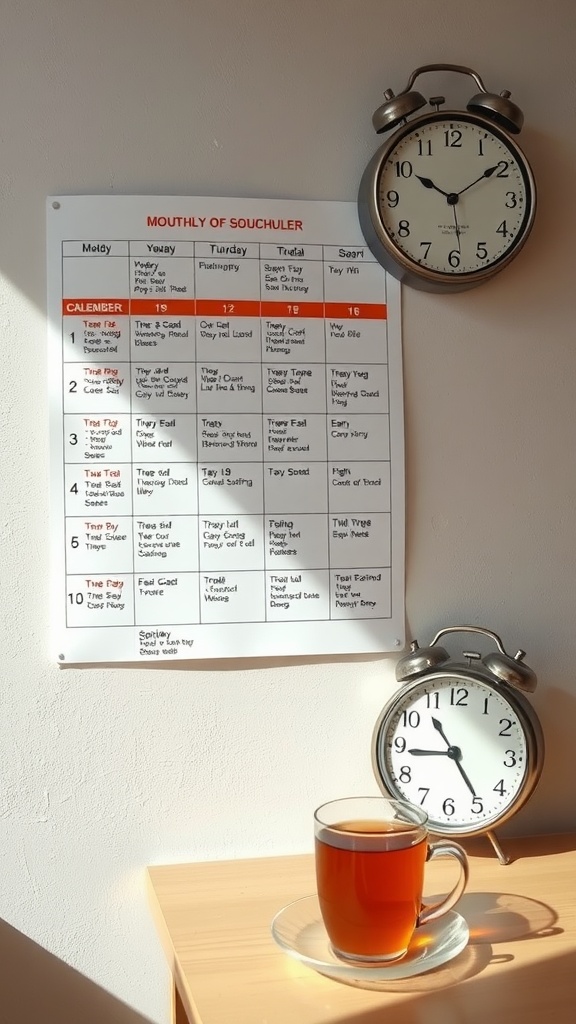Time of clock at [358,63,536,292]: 10:09
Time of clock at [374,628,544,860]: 4:44
